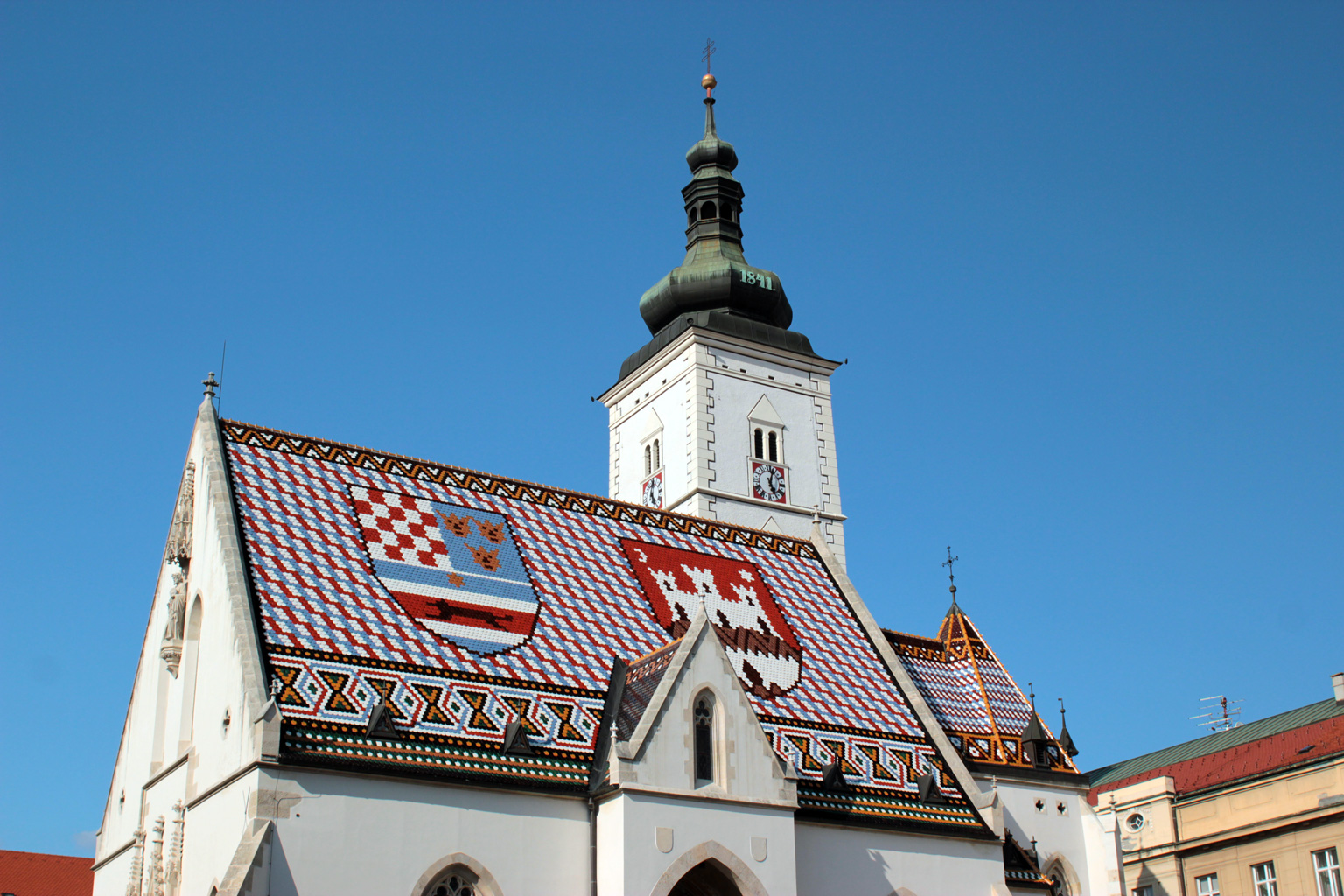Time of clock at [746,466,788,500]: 5:03
